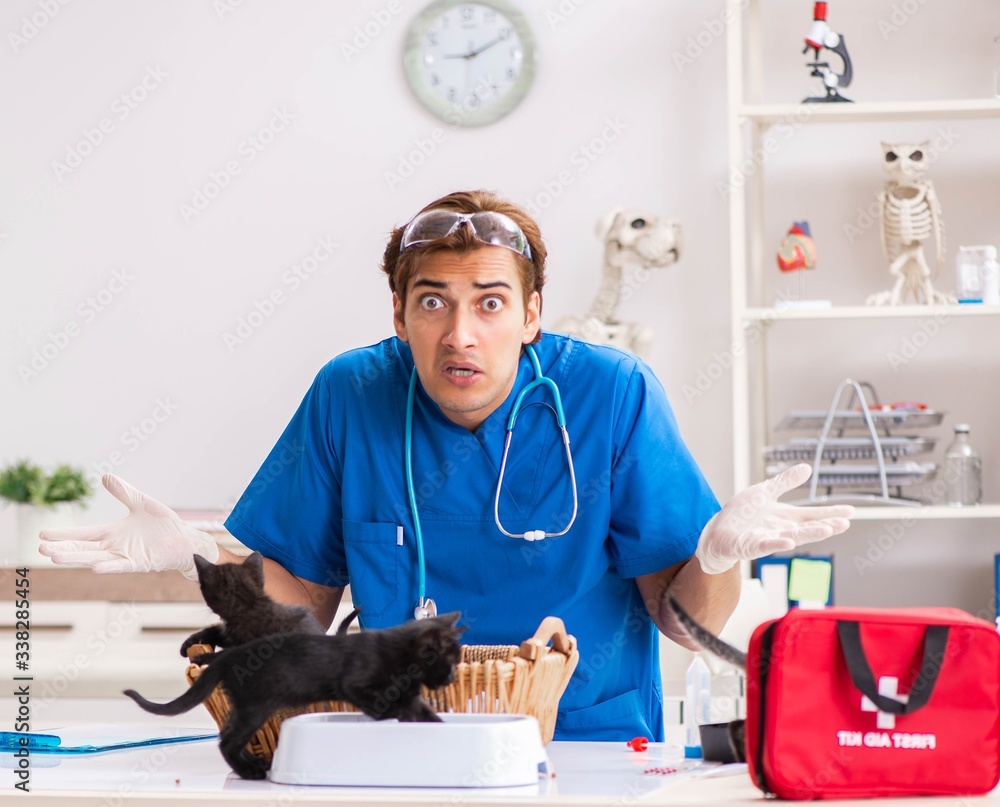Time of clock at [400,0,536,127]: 9:10
